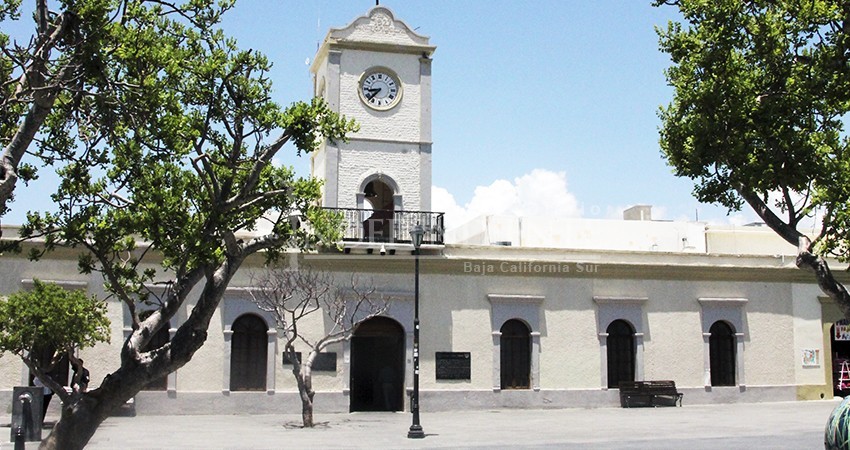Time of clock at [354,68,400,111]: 8:37
